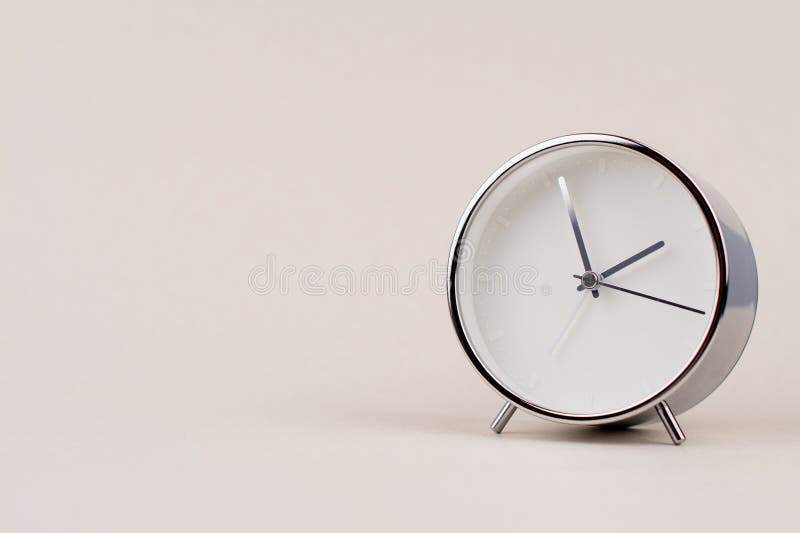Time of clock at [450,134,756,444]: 1:56
